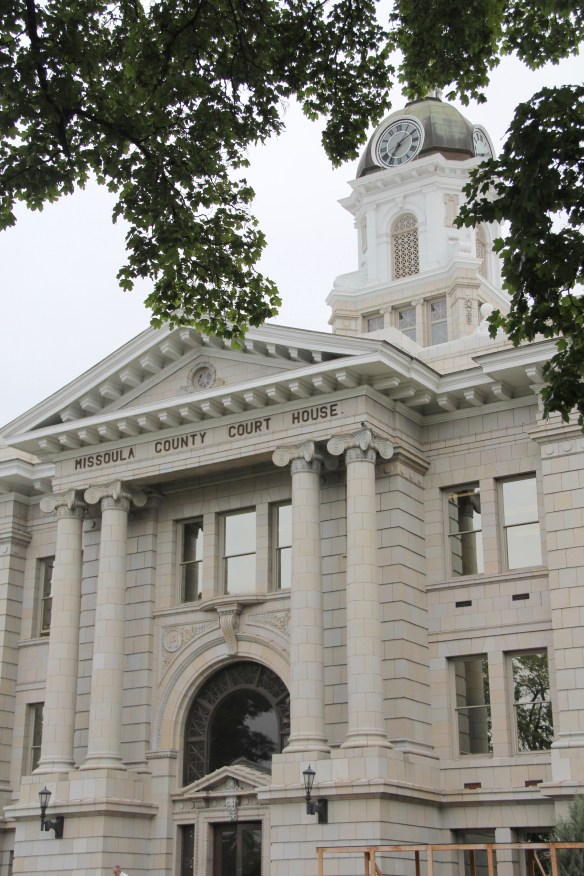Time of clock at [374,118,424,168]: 7:09
